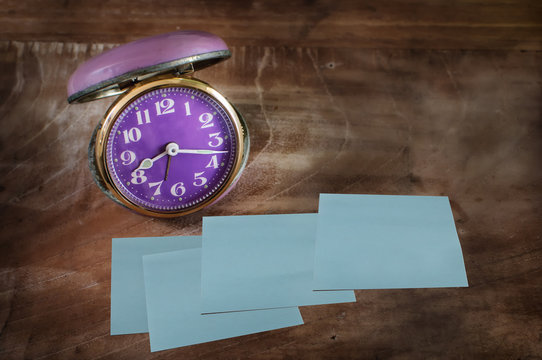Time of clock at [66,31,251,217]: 8:17
